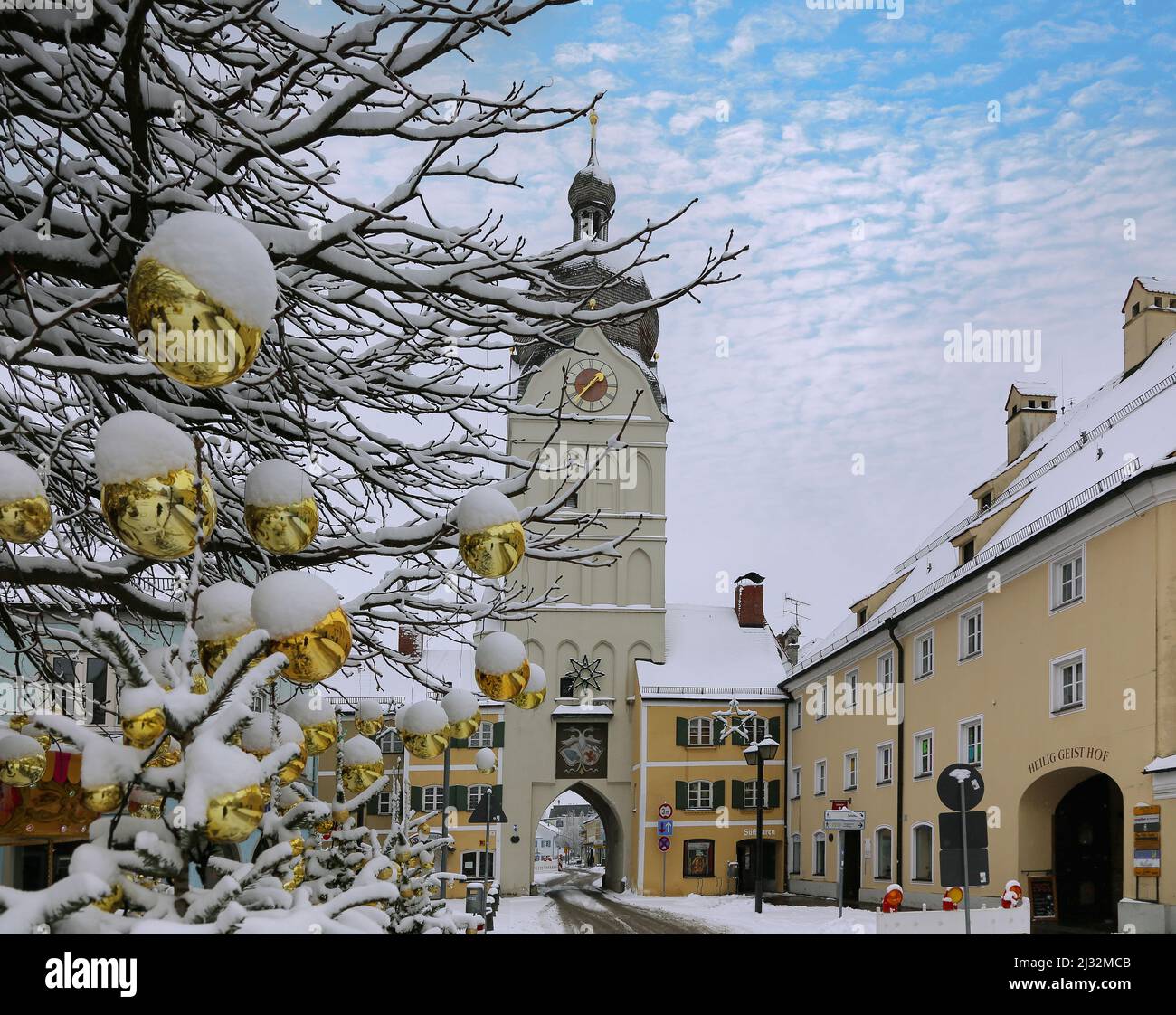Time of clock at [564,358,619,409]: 1:37
